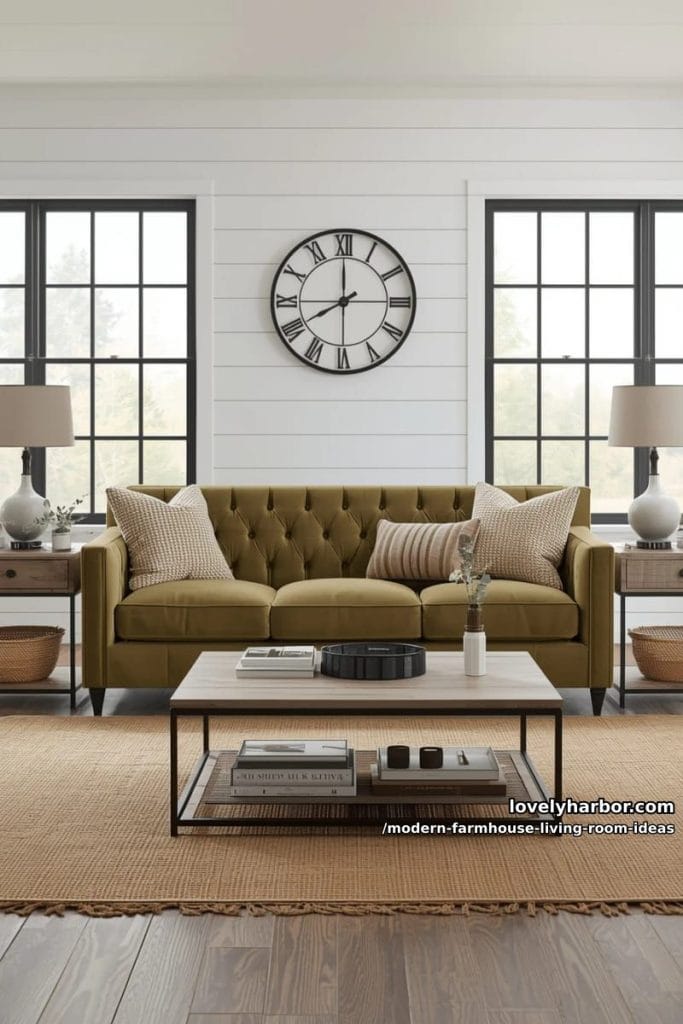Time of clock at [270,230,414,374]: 7:59
